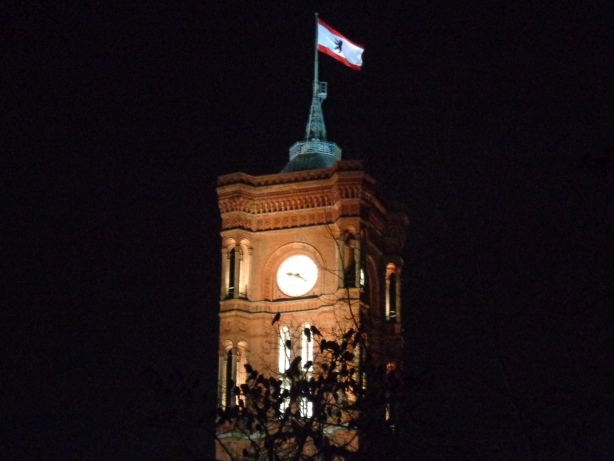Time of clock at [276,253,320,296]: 9:21
